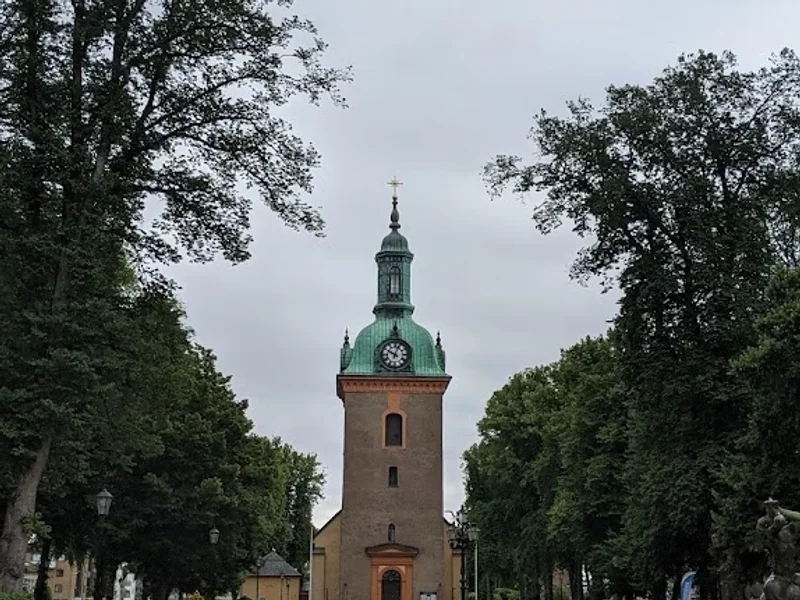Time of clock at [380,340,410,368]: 10:03
